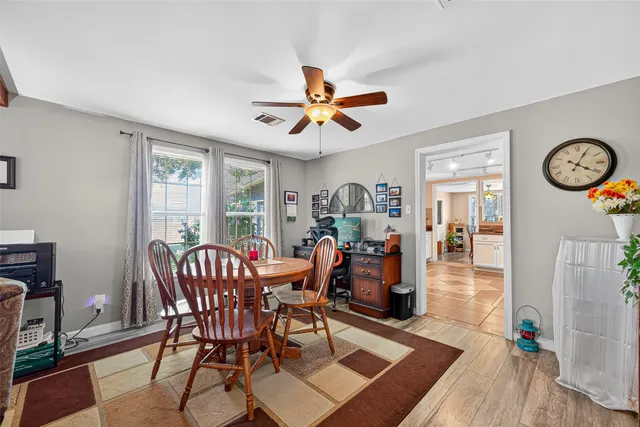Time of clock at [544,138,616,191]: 4:04
